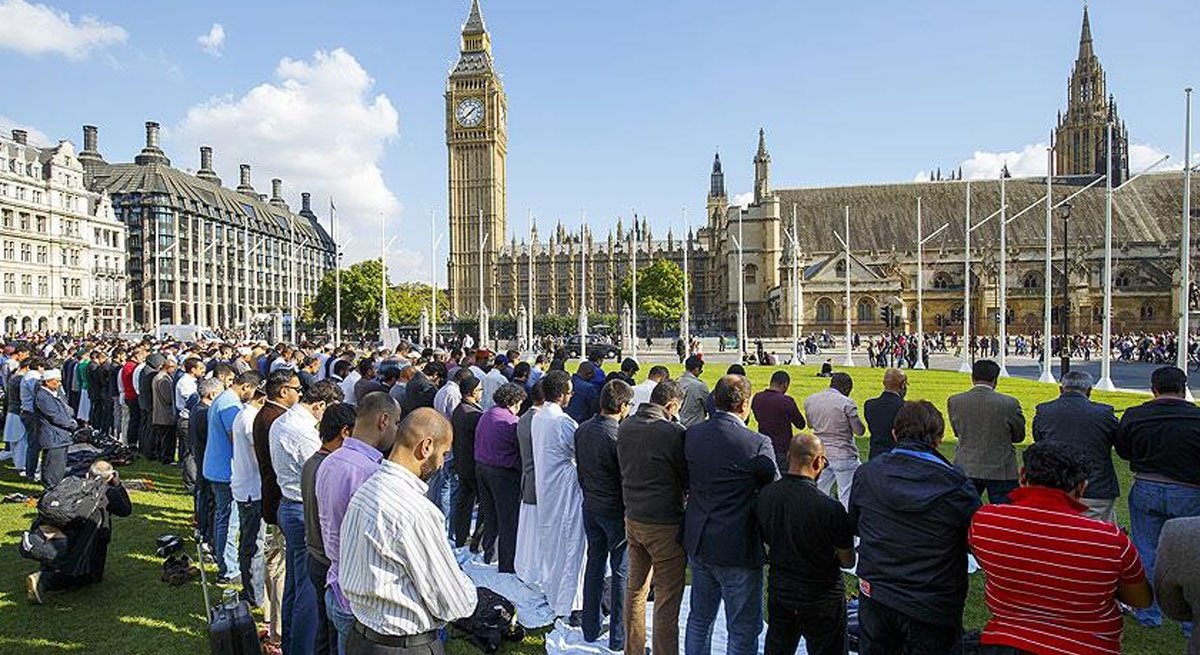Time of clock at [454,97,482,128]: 1:38
